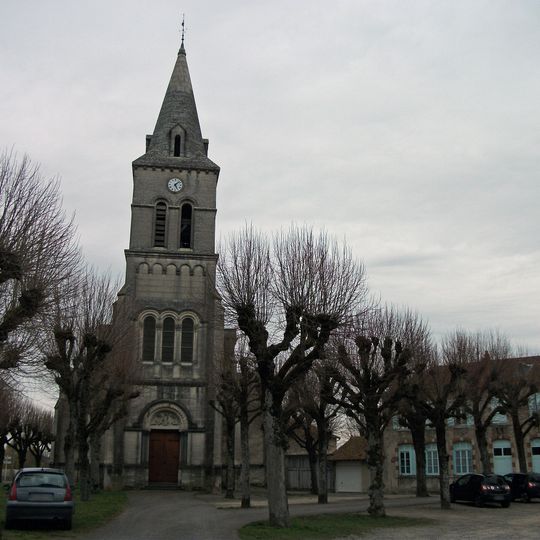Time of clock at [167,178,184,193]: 5:07
